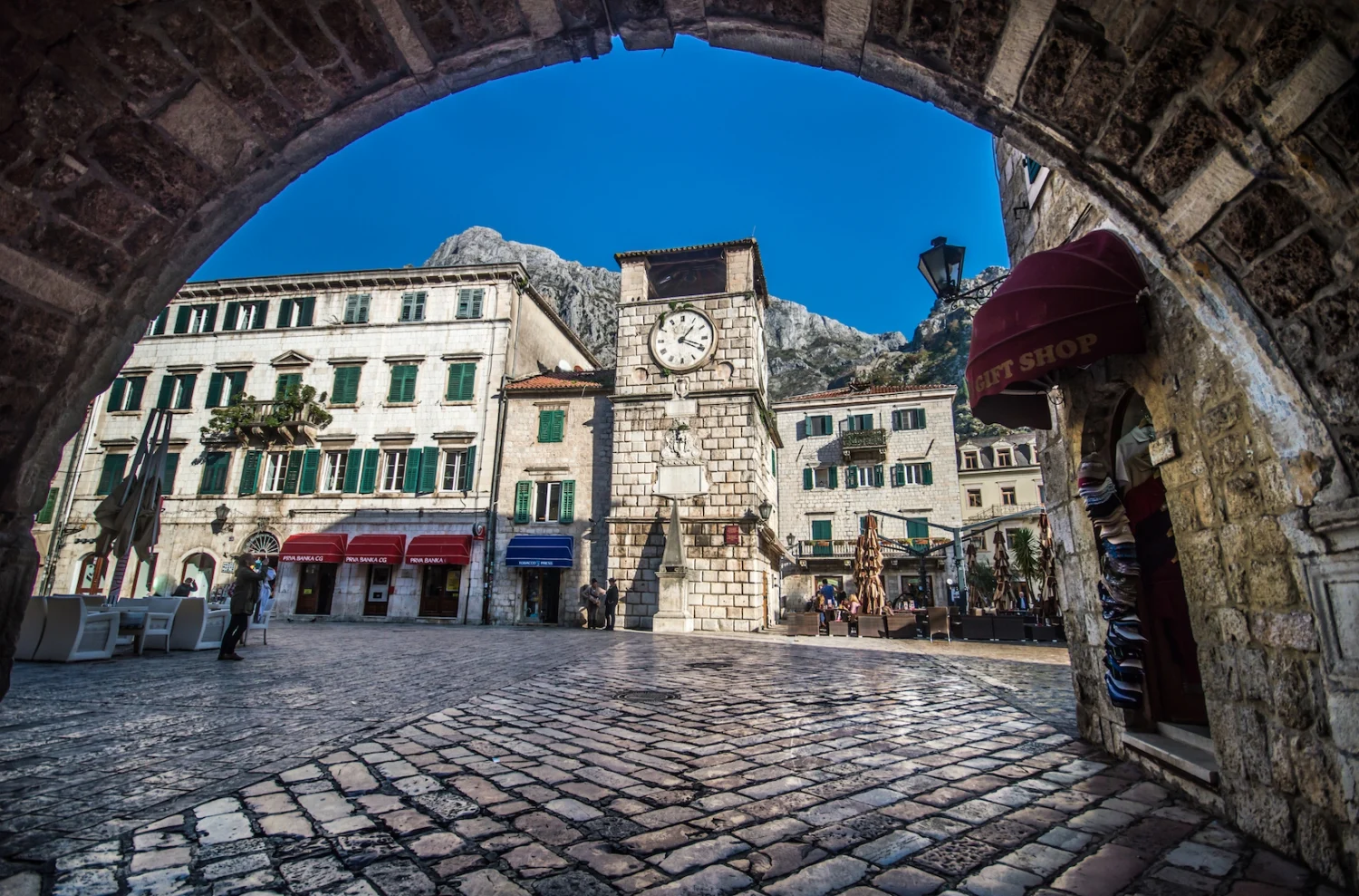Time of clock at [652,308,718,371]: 1:18
